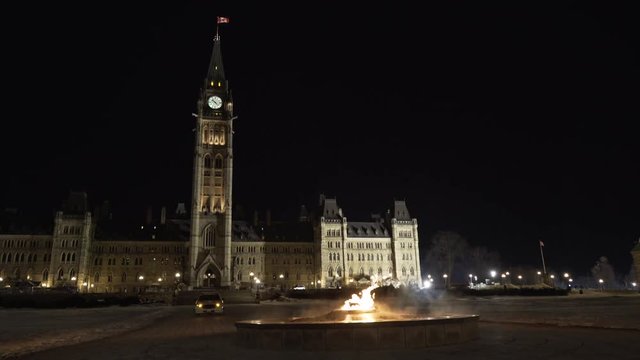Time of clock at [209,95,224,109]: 10:22
